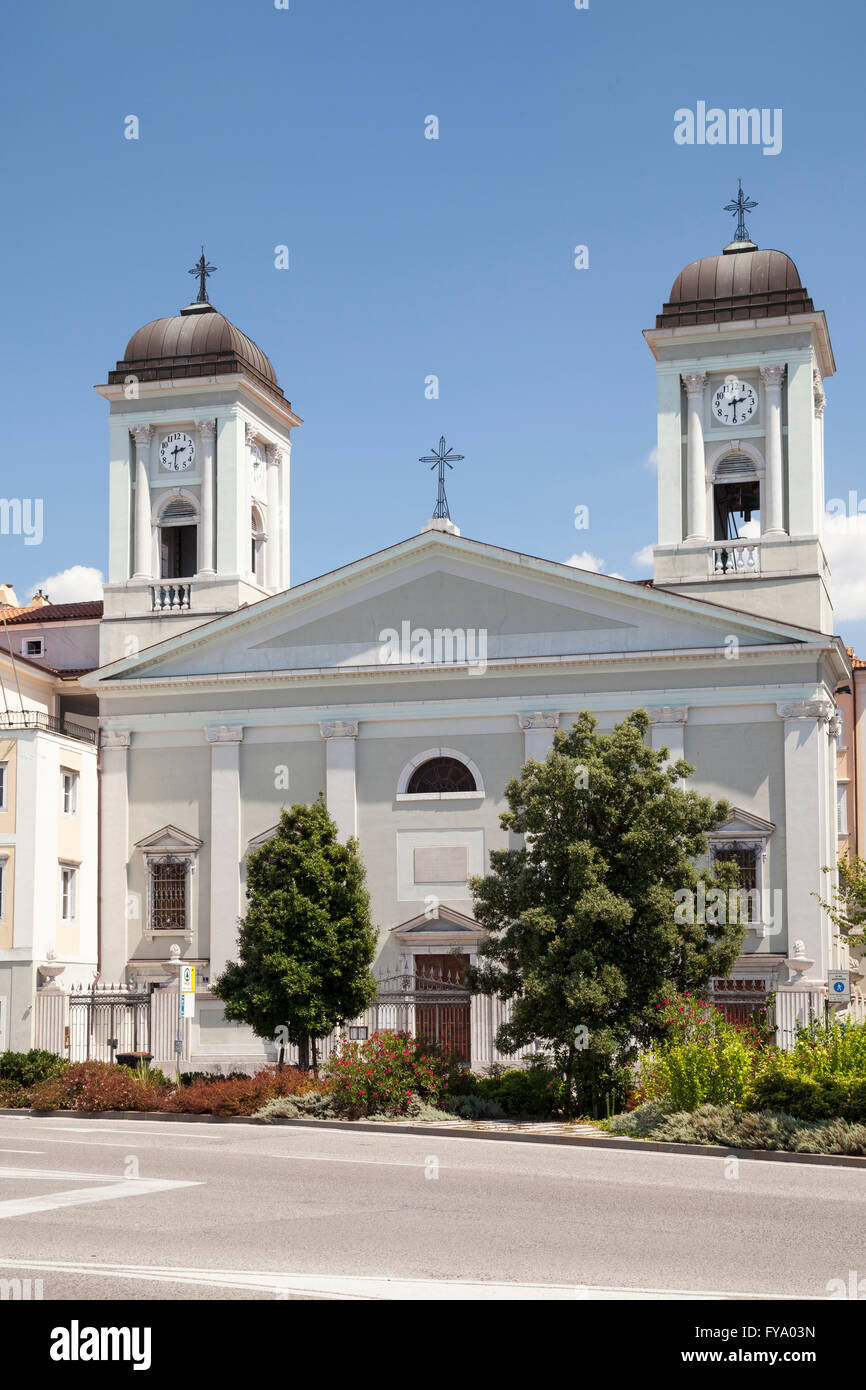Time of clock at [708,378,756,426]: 2:30
